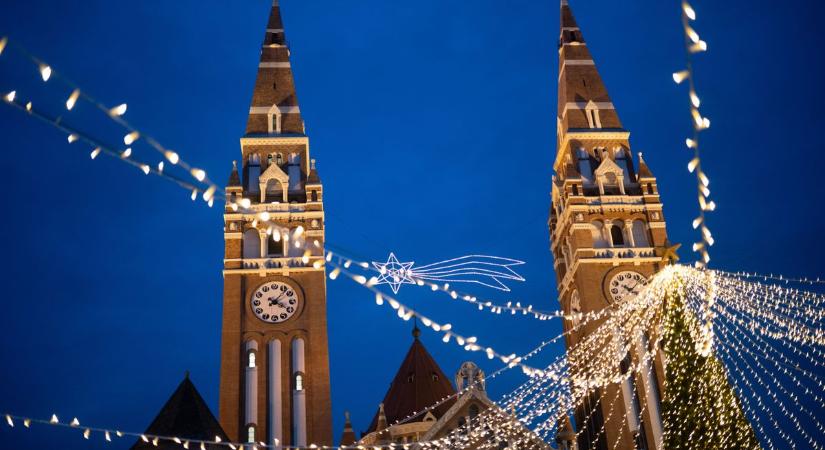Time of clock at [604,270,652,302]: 10:07
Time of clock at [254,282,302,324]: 4:07
